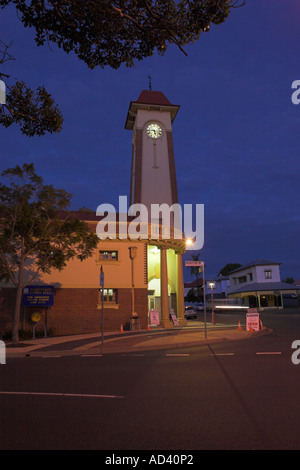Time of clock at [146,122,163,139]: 5:44
